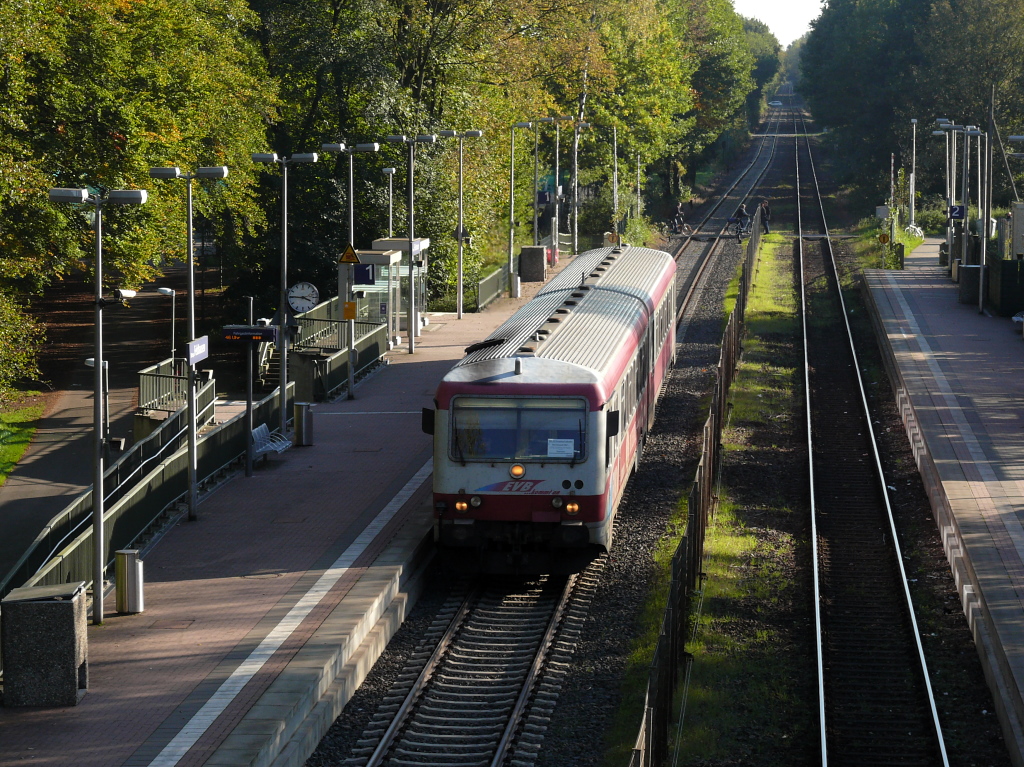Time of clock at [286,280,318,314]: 3:45
